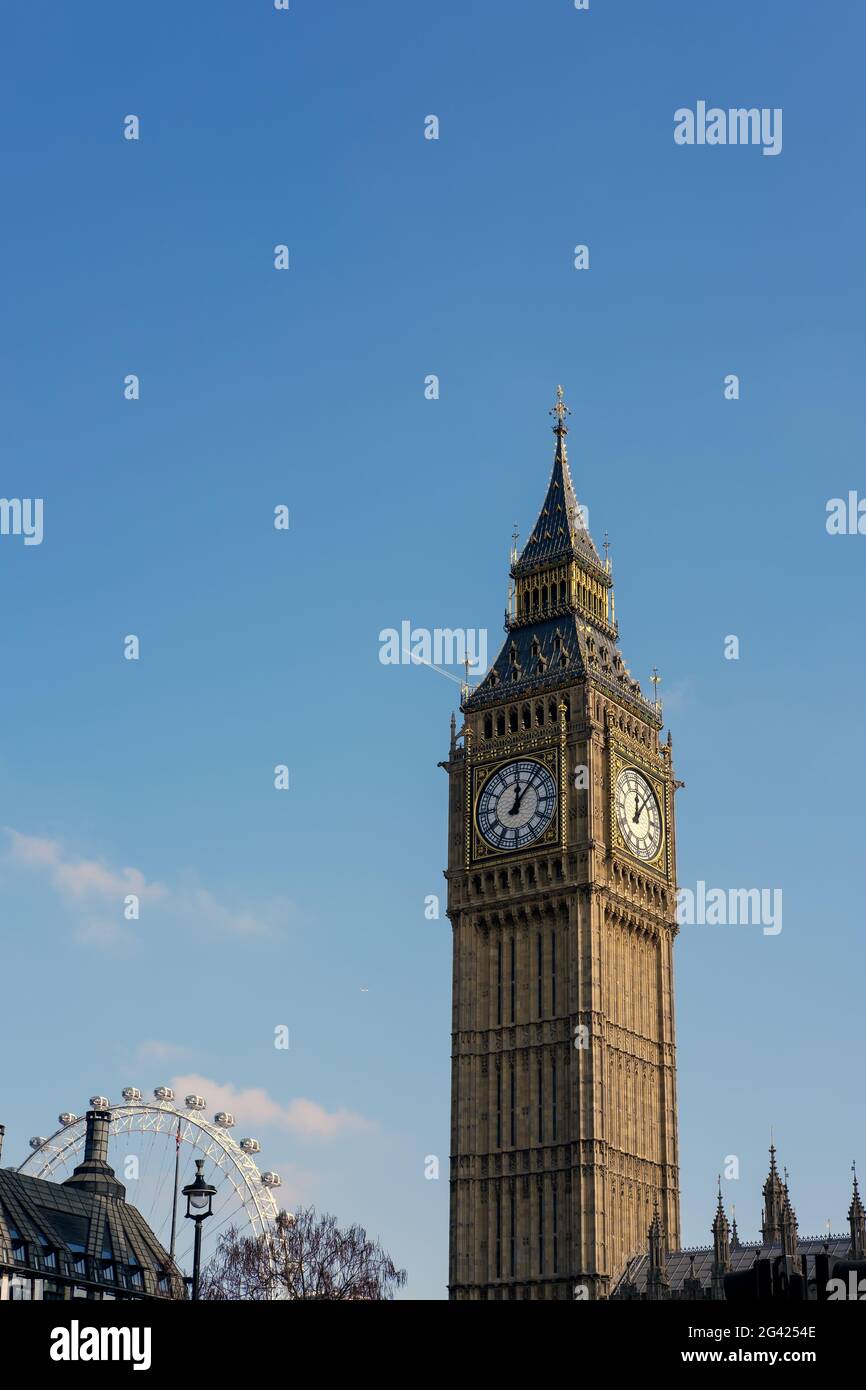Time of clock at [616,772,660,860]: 12:06
